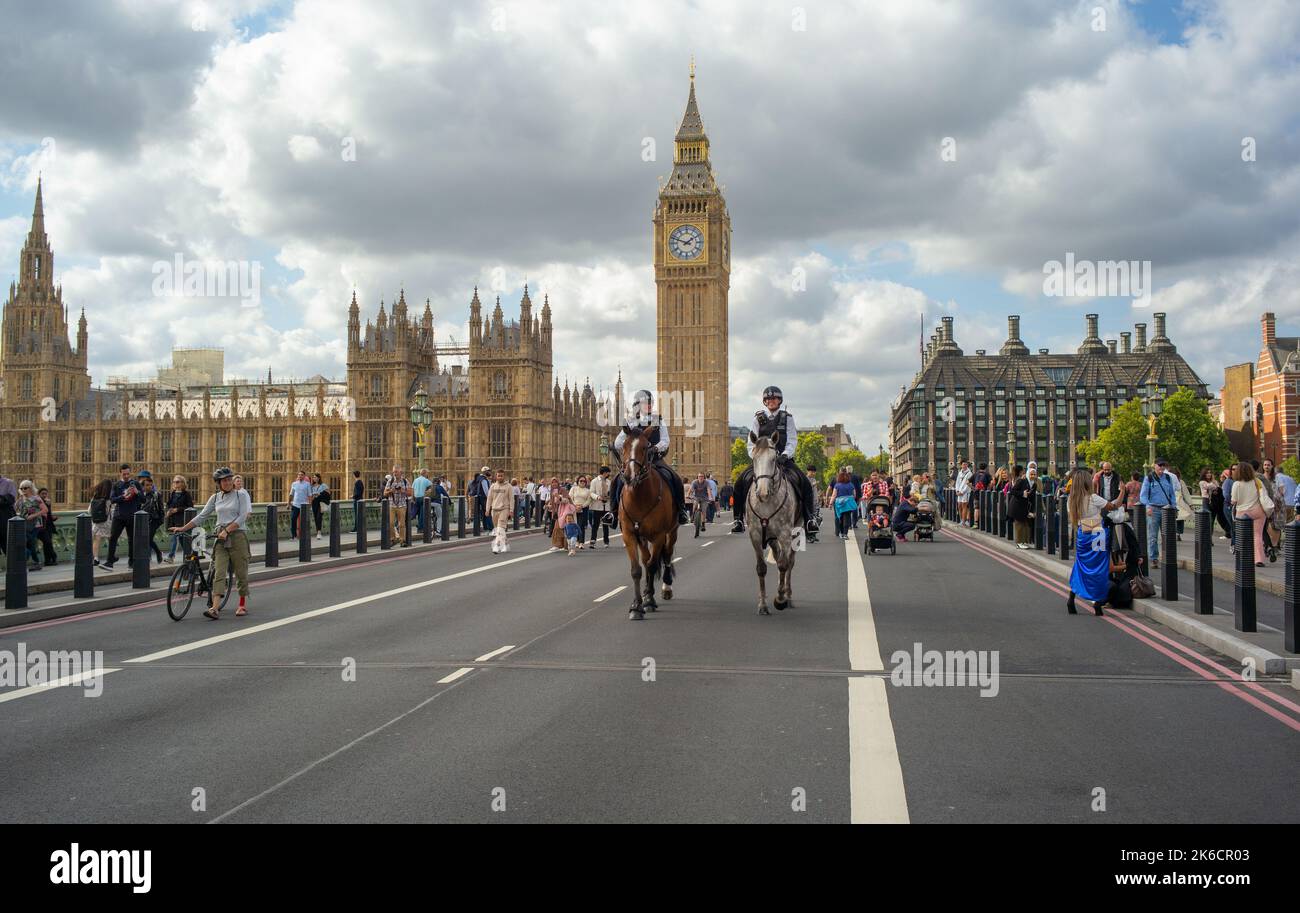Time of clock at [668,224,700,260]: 1:48
